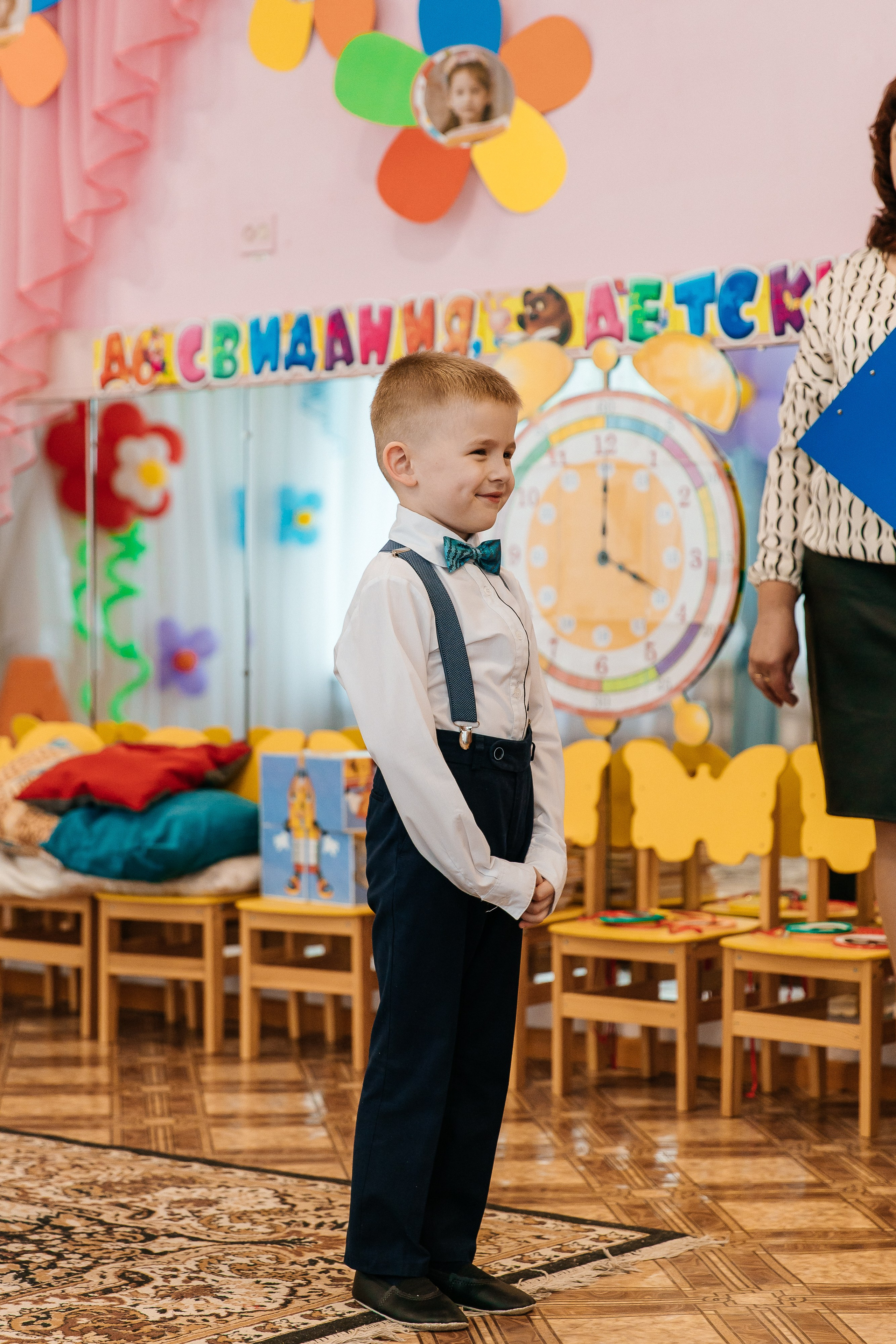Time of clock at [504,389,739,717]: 4:00
